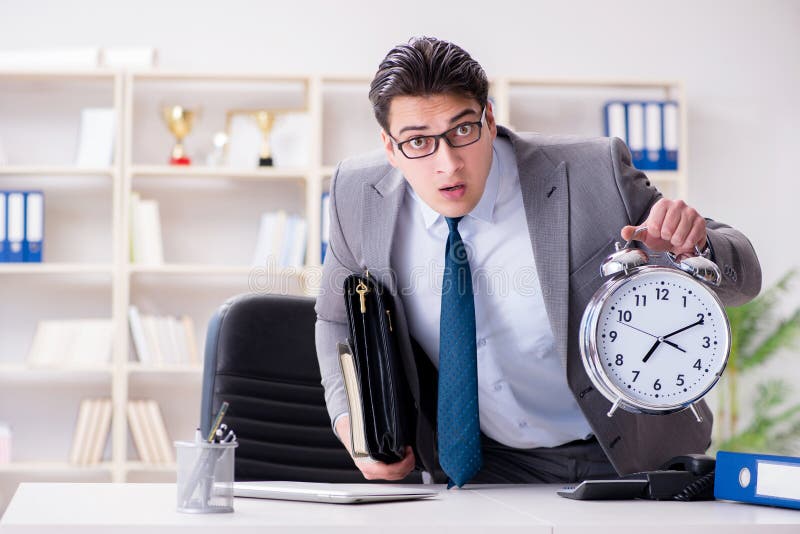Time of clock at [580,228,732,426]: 7:10
